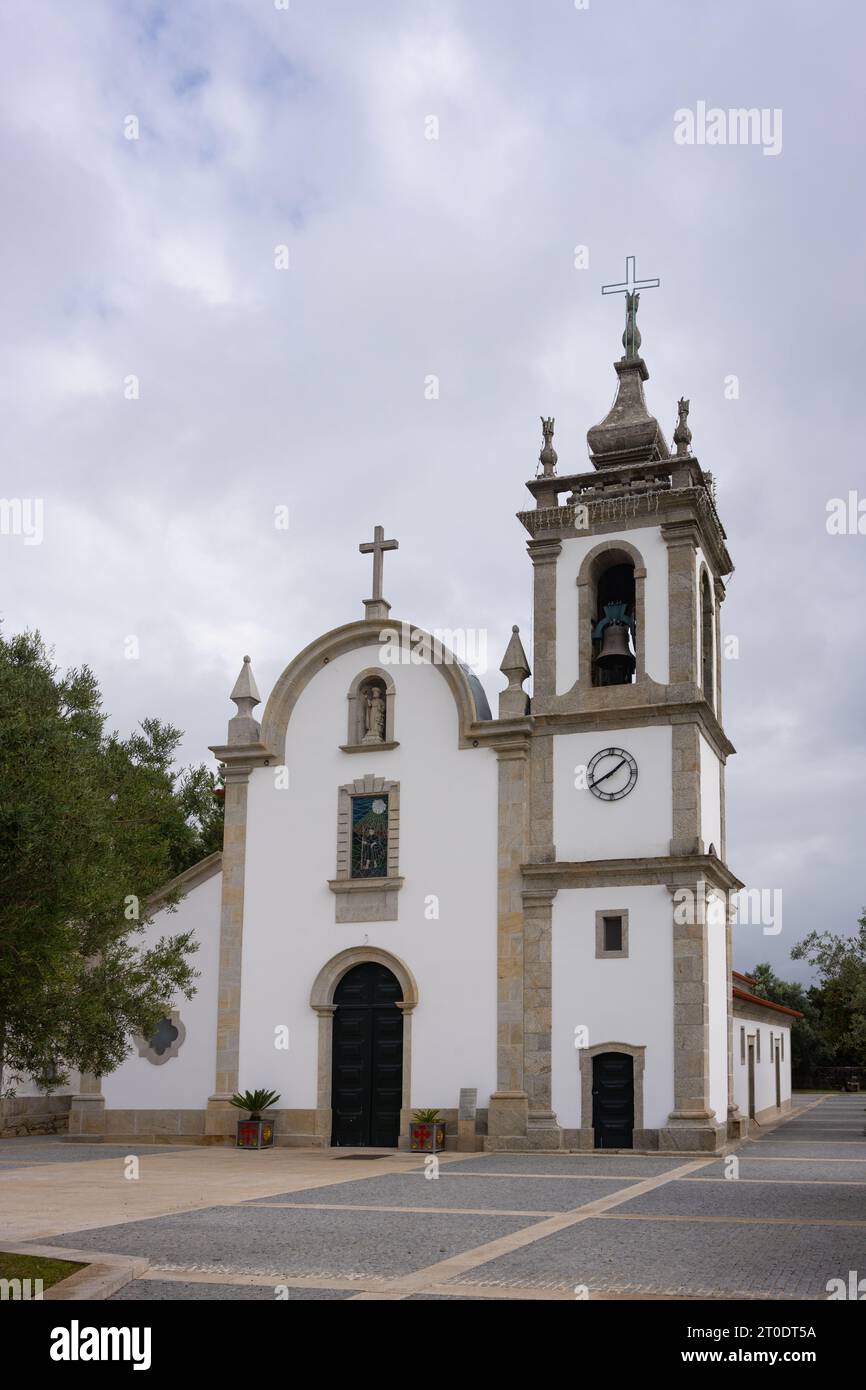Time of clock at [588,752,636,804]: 1:40
